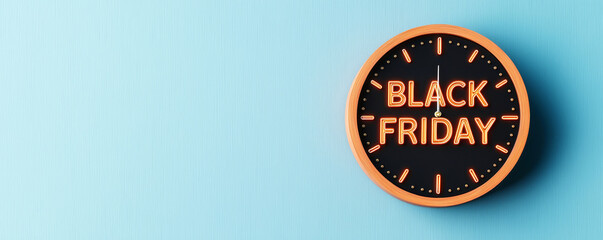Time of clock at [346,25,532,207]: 2:45
